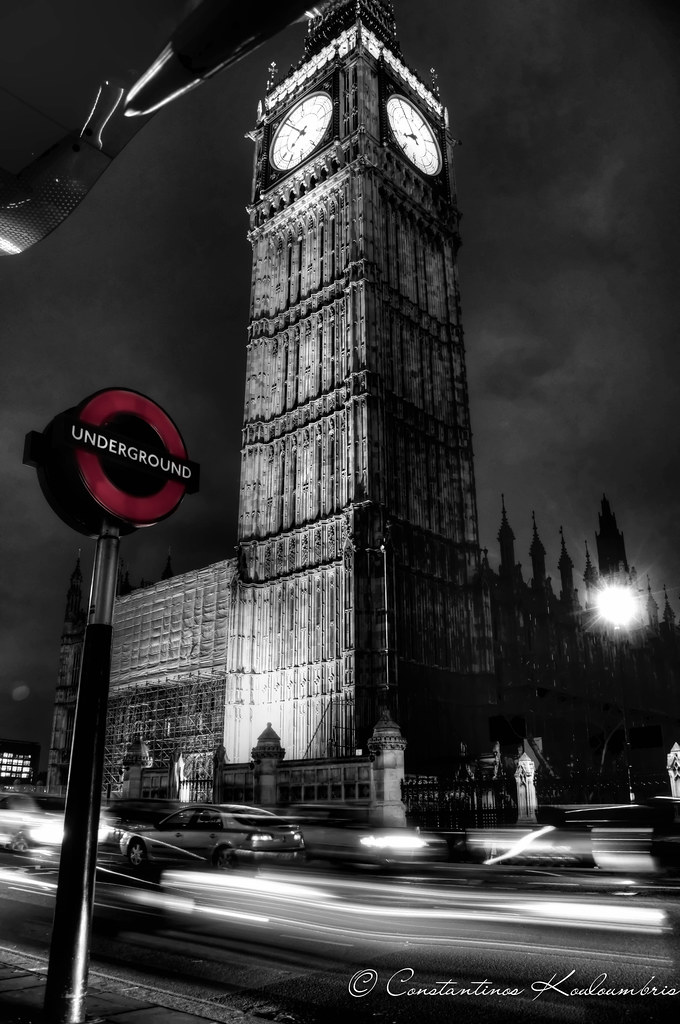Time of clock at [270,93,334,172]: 7:53
